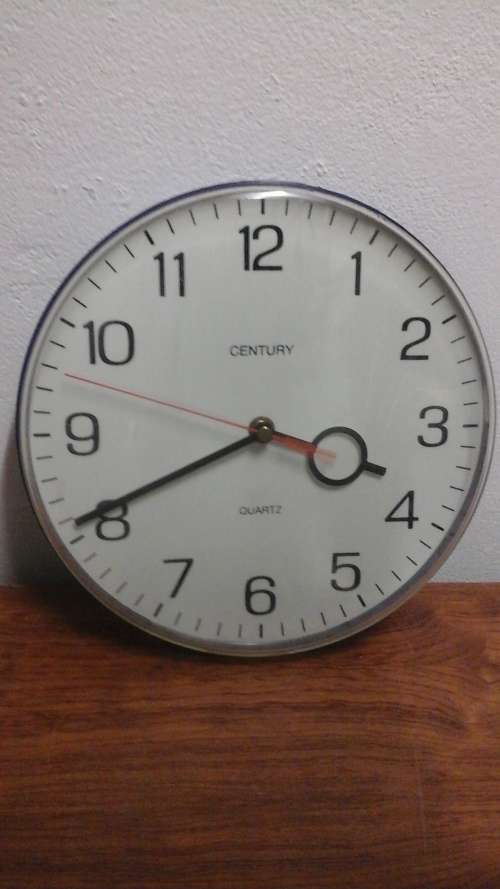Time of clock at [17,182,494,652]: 3:40
